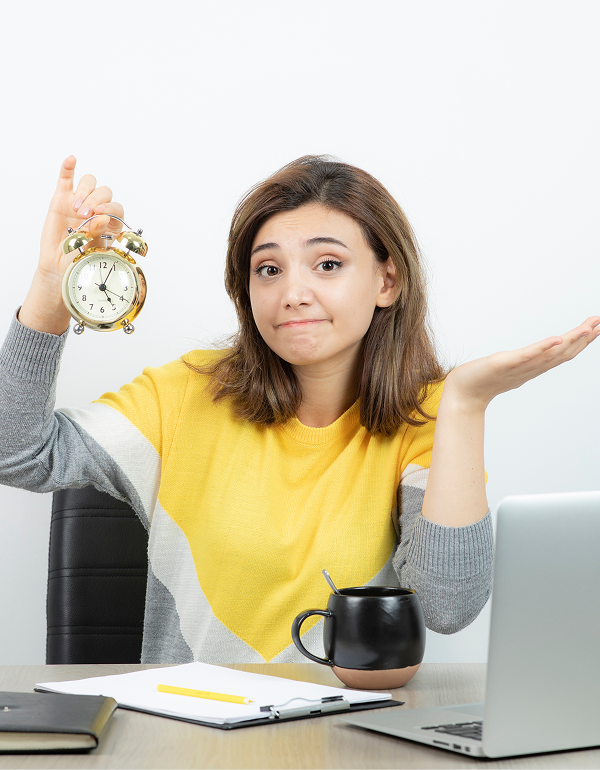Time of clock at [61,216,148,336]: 5:04
